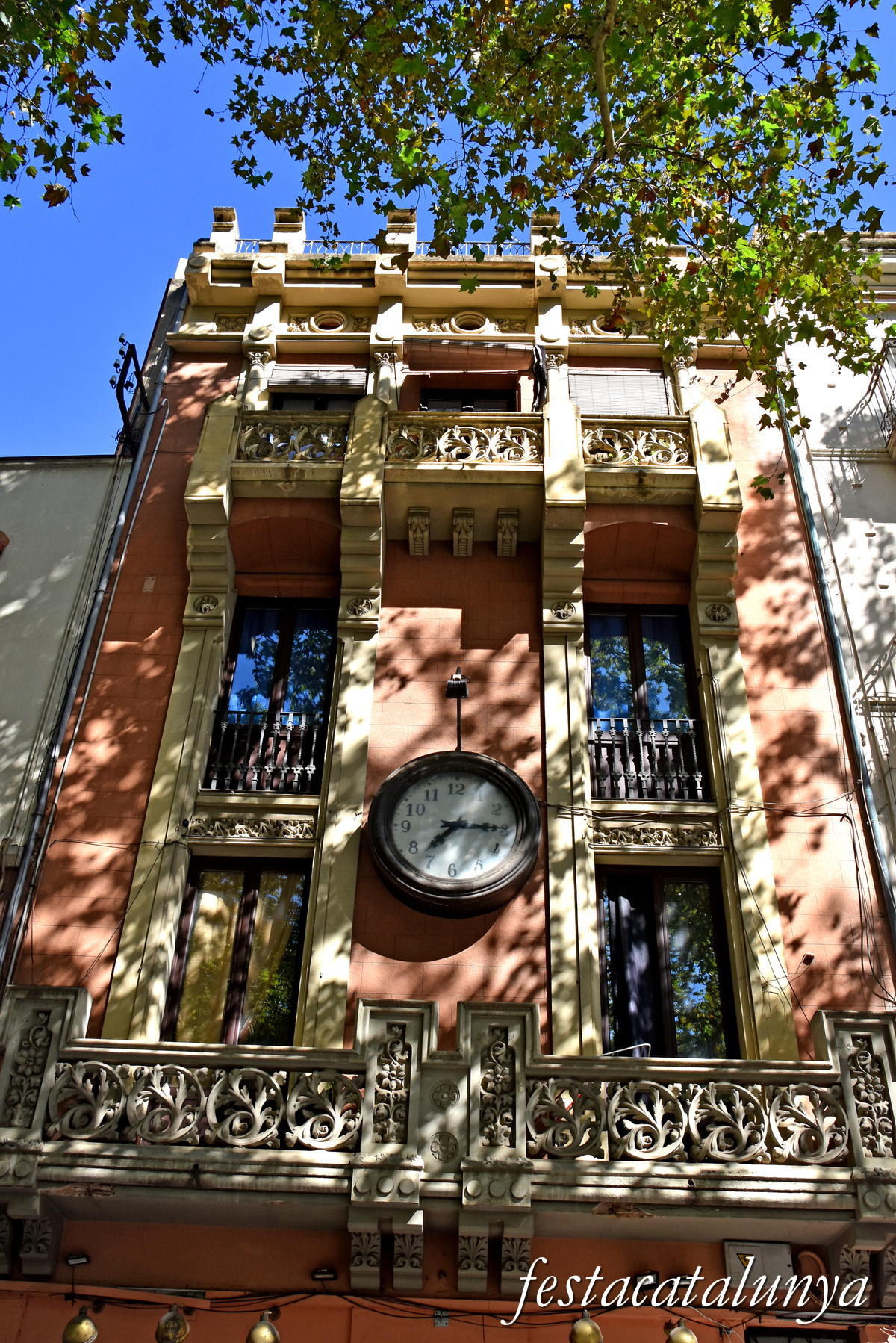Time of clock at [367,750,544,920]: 7:15
